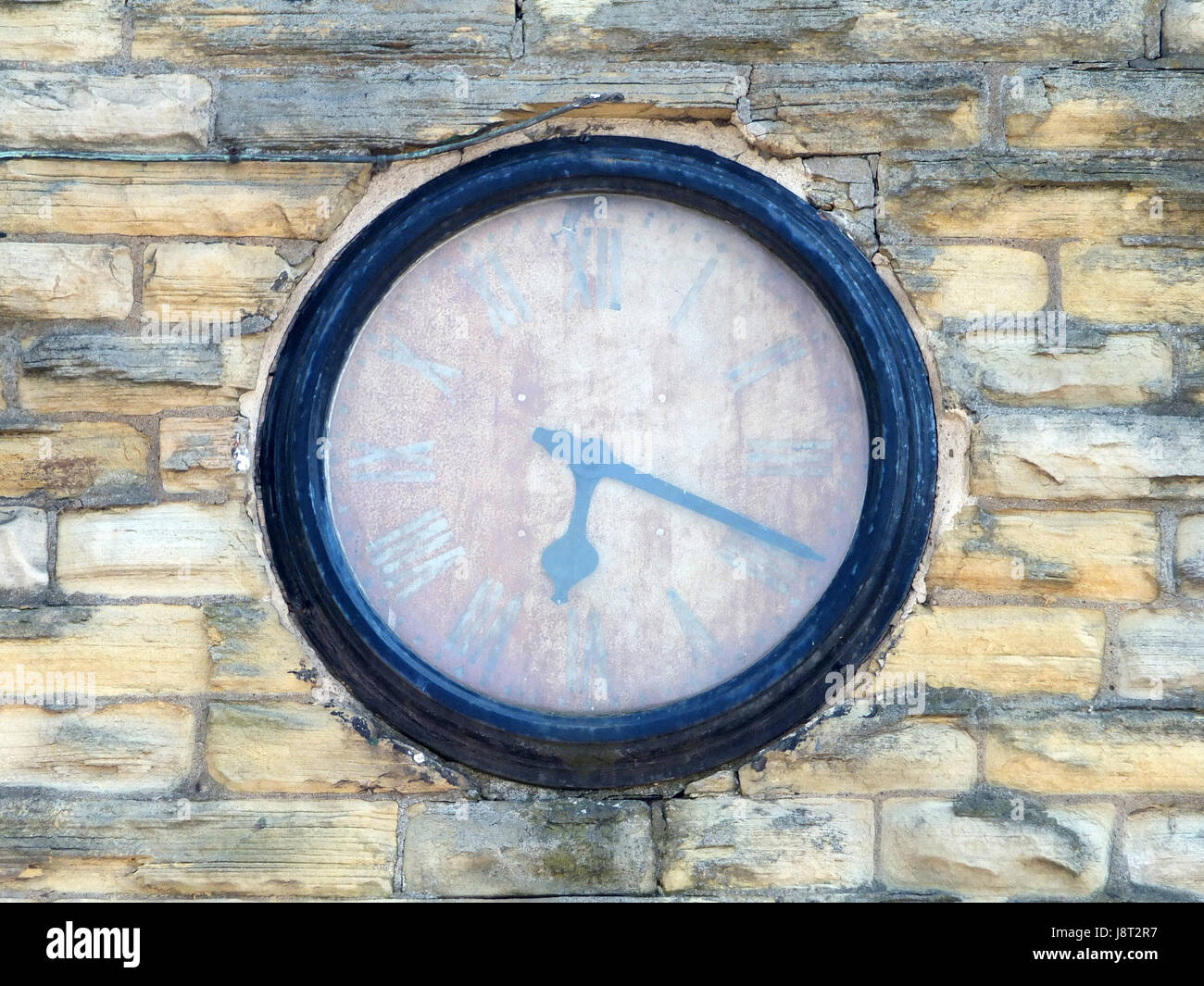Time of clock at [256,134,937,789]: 6:18
